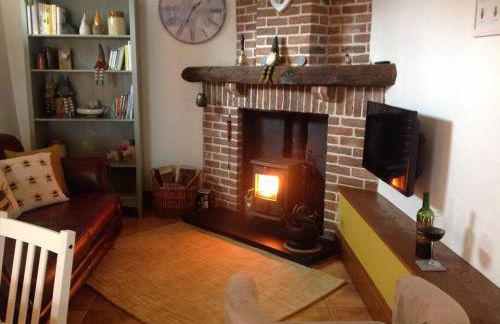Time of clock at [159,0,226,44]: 1:33
